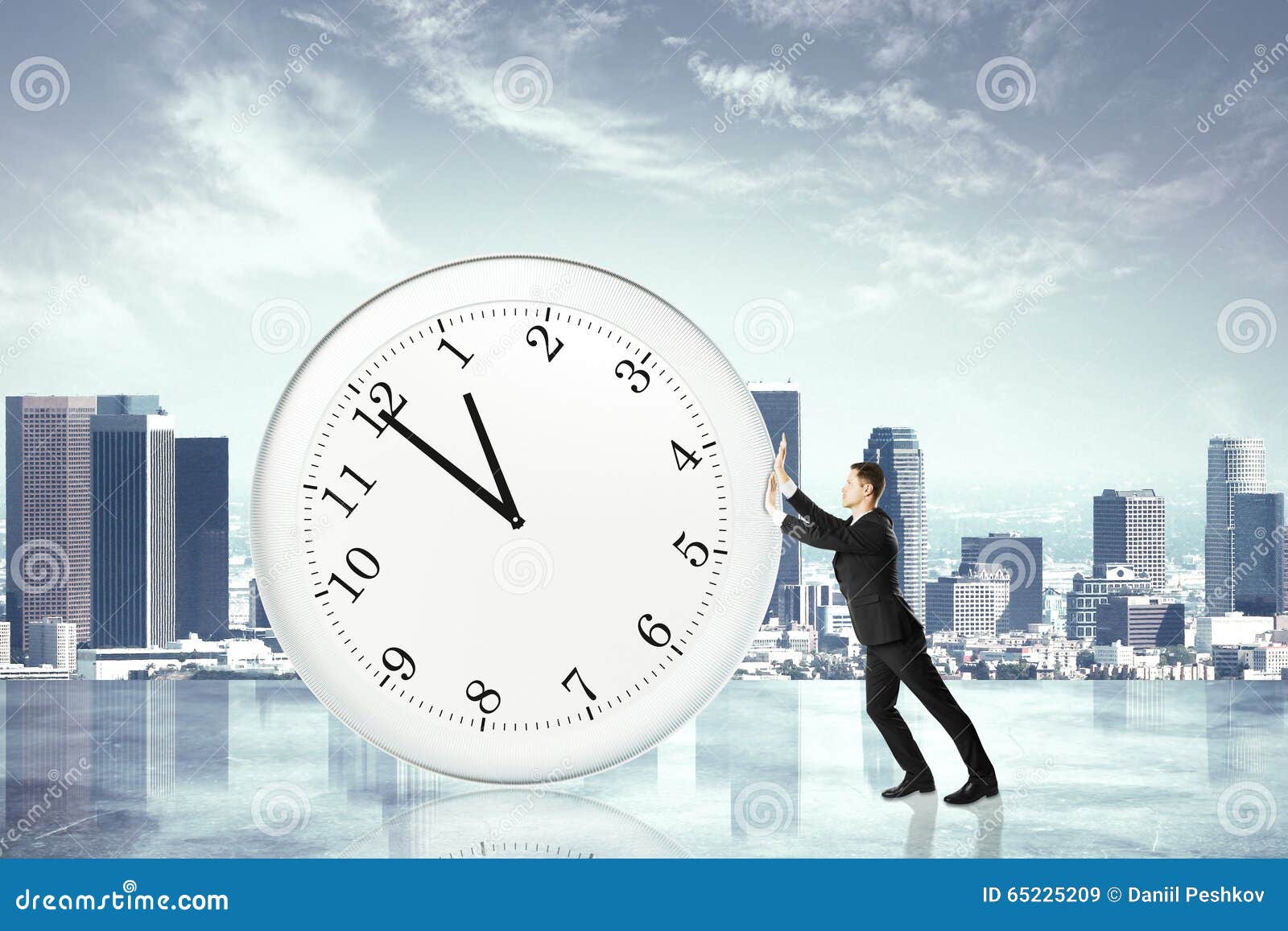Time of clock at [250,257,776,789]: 10:49
